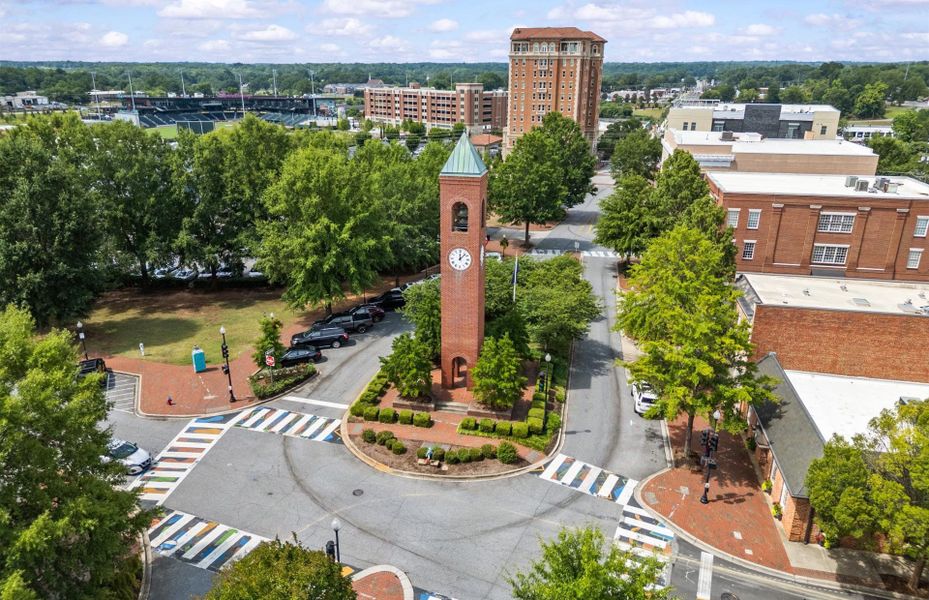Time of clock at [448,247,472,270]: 12:07
